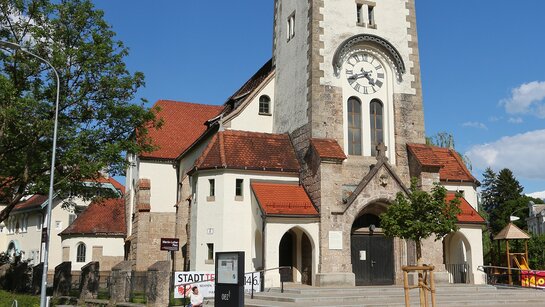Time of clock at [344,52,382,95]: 4:41
